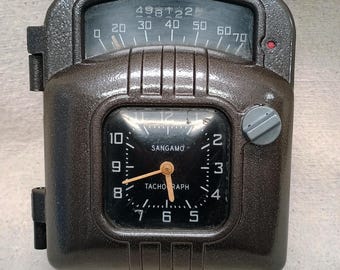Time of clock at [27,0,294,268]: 5:41
